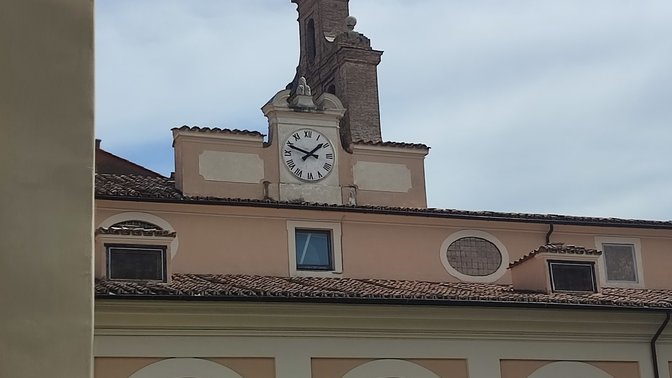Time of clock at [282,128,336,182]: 1:48
